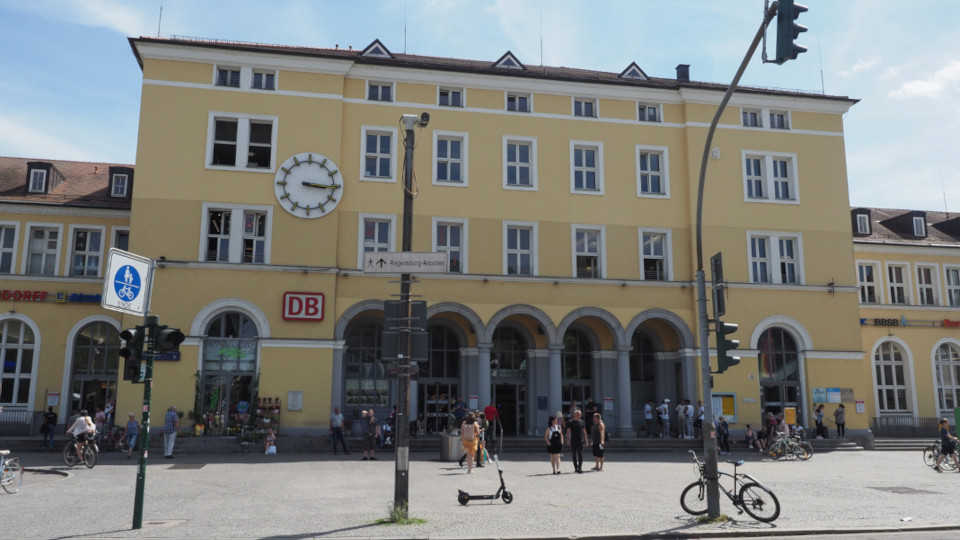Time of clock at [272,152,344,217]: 3:15
